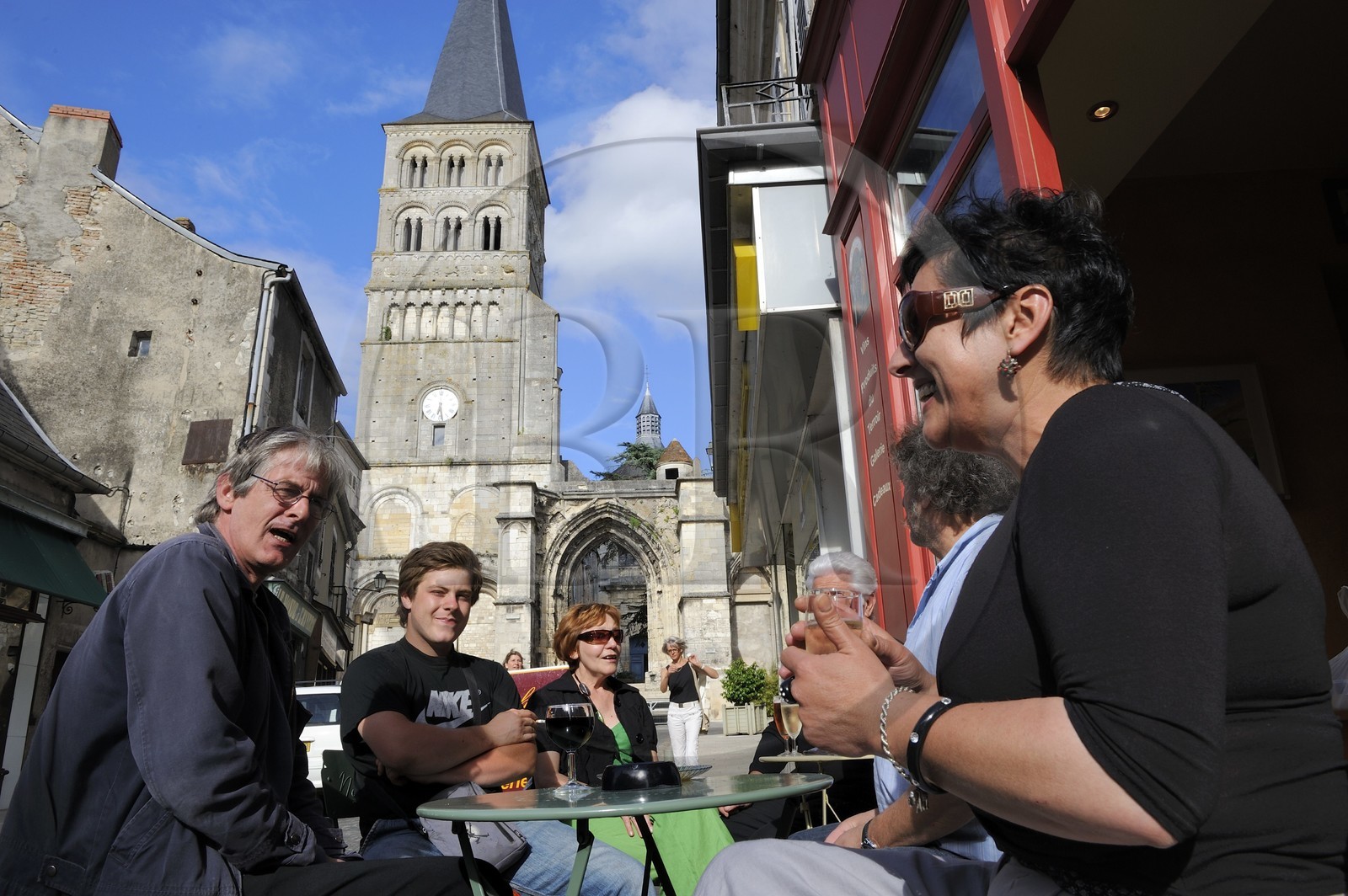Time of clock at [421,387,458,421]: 6:28
